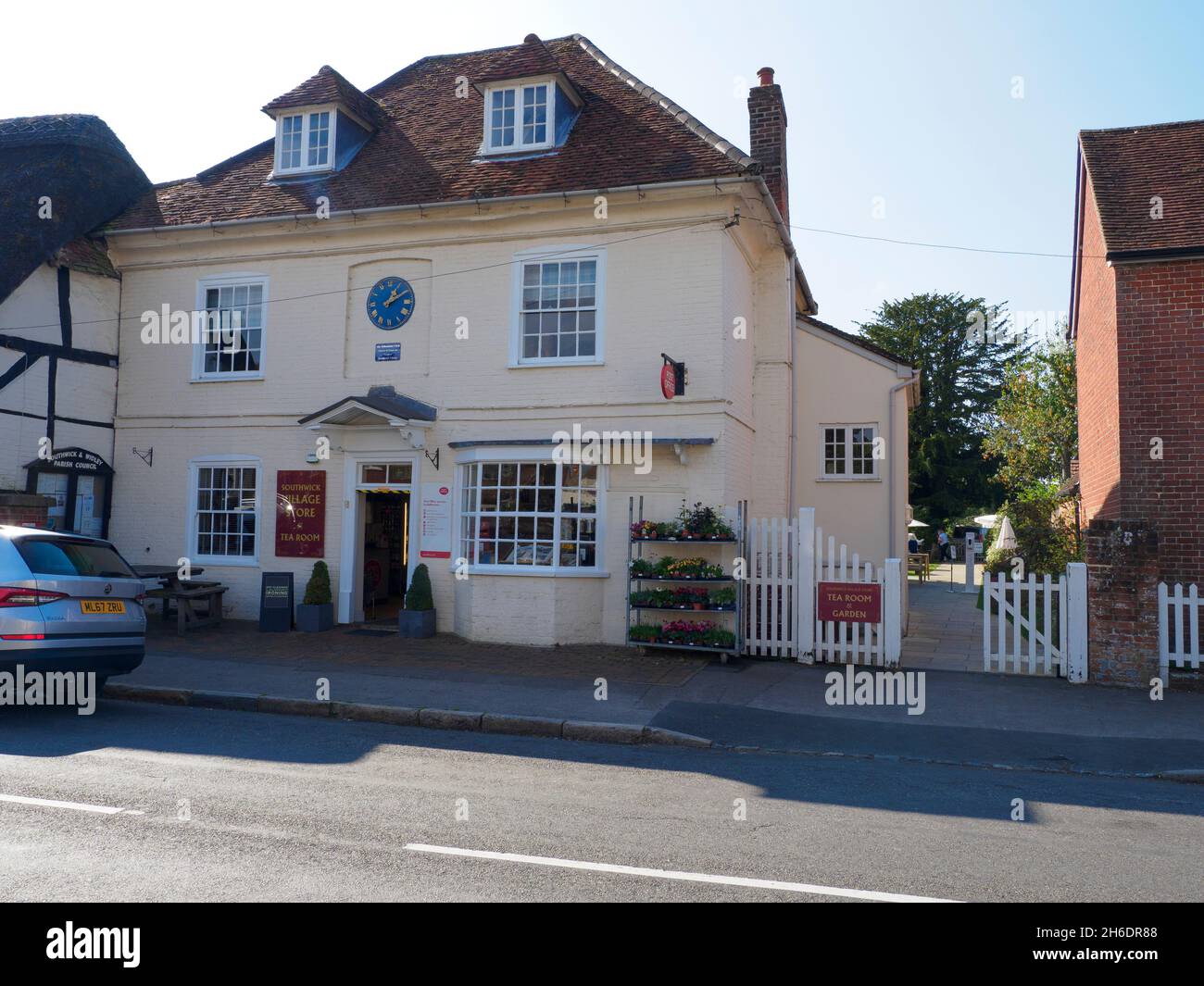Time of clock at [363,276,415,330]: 1:09
